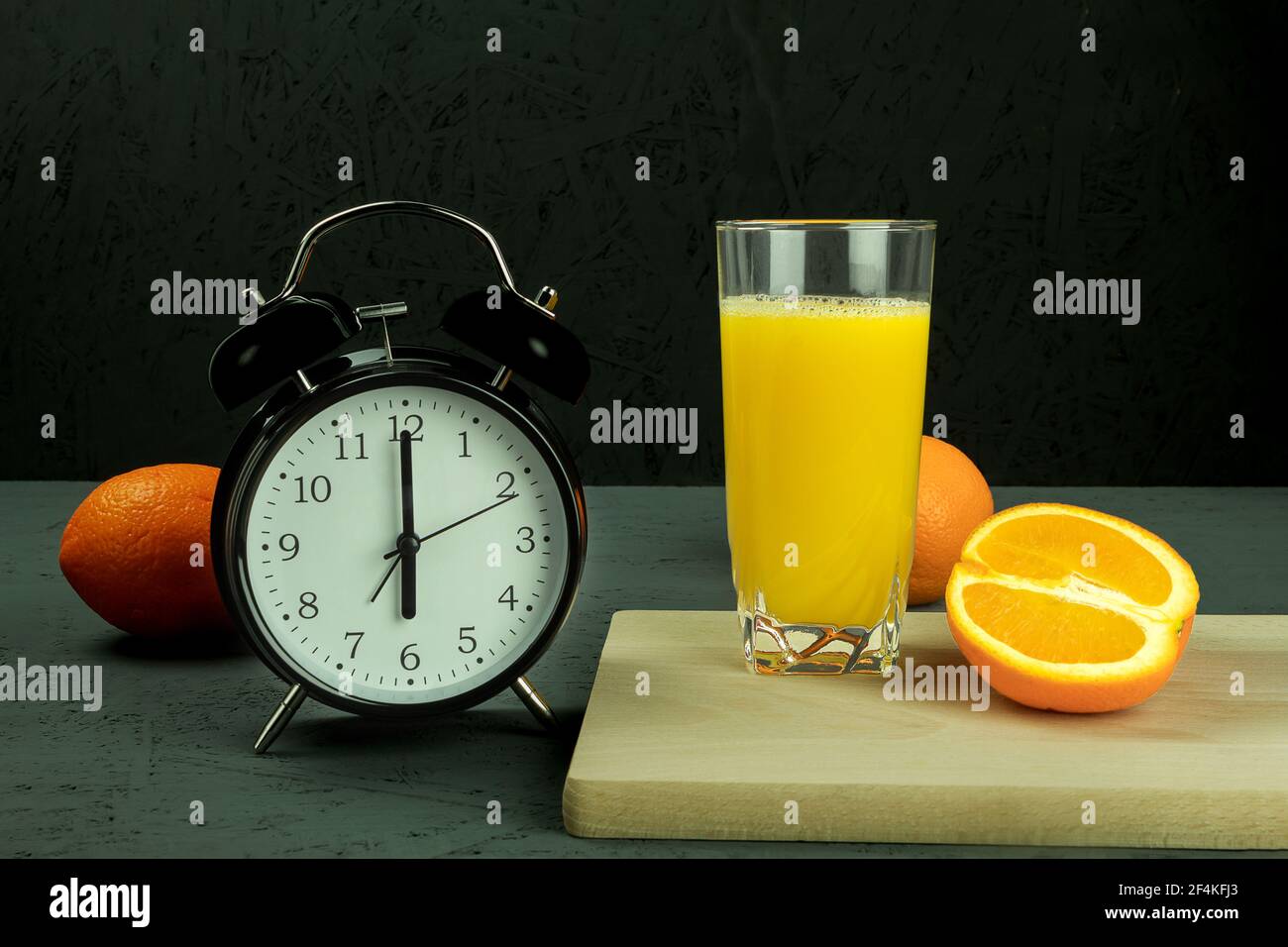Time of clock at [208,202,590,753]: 6:00
